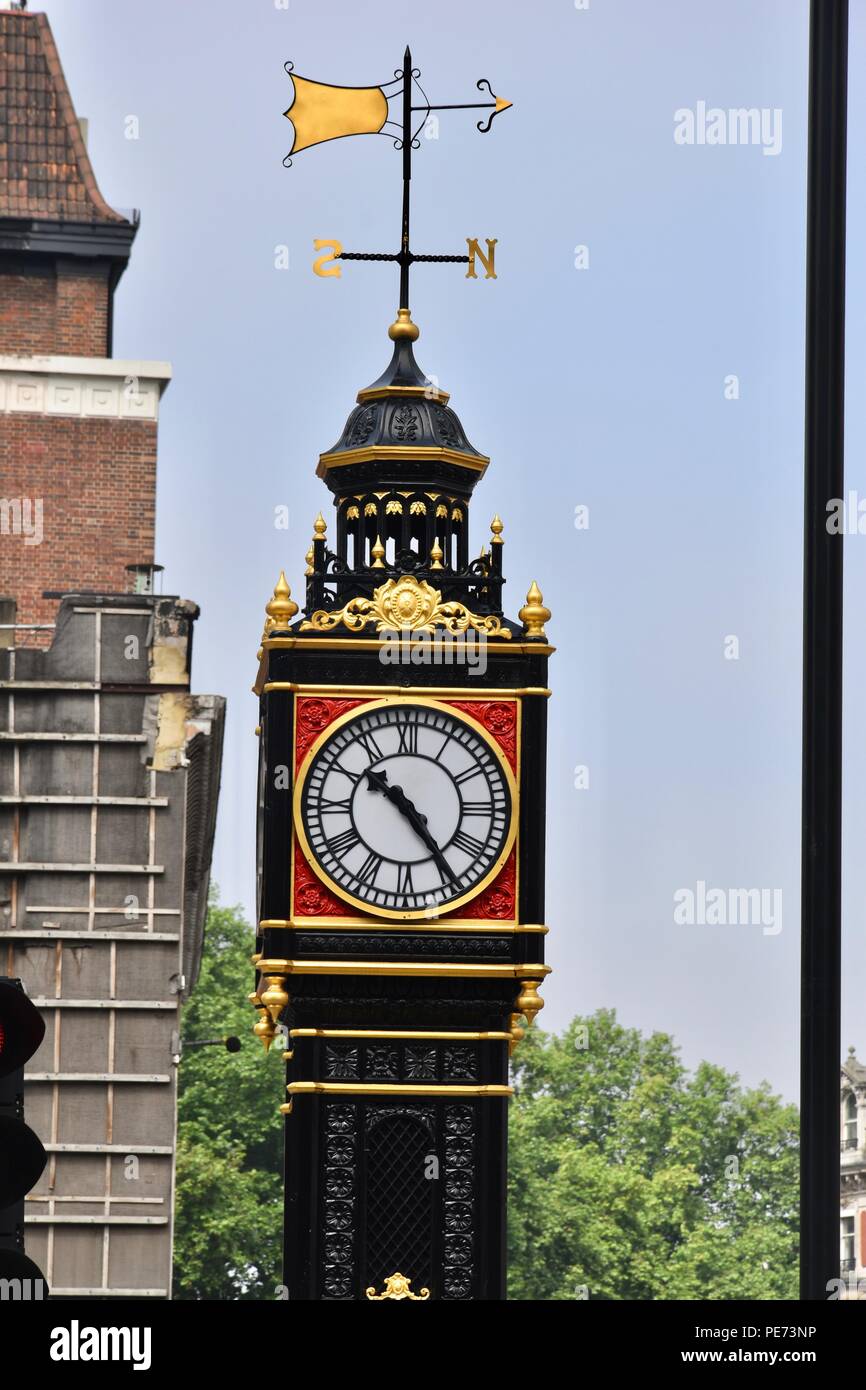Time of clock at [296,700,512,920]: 10:24
